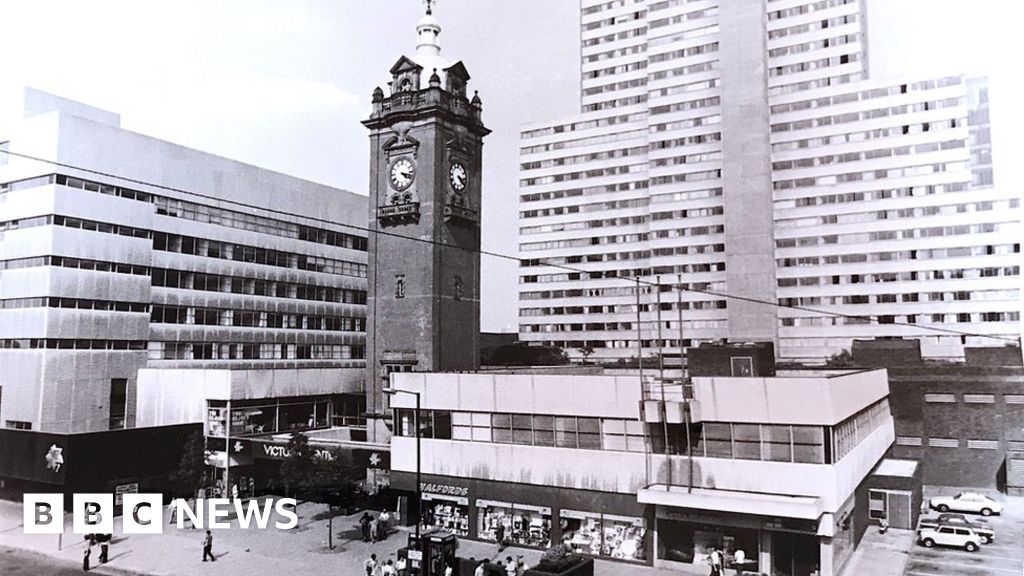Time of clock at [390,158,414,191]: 4:17
